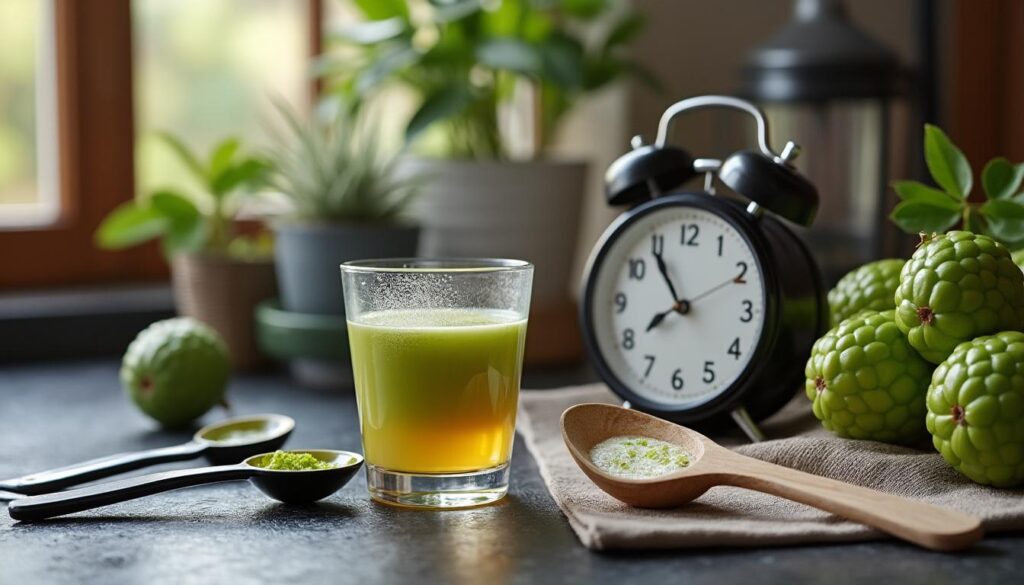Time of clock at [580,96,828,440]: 7:54
